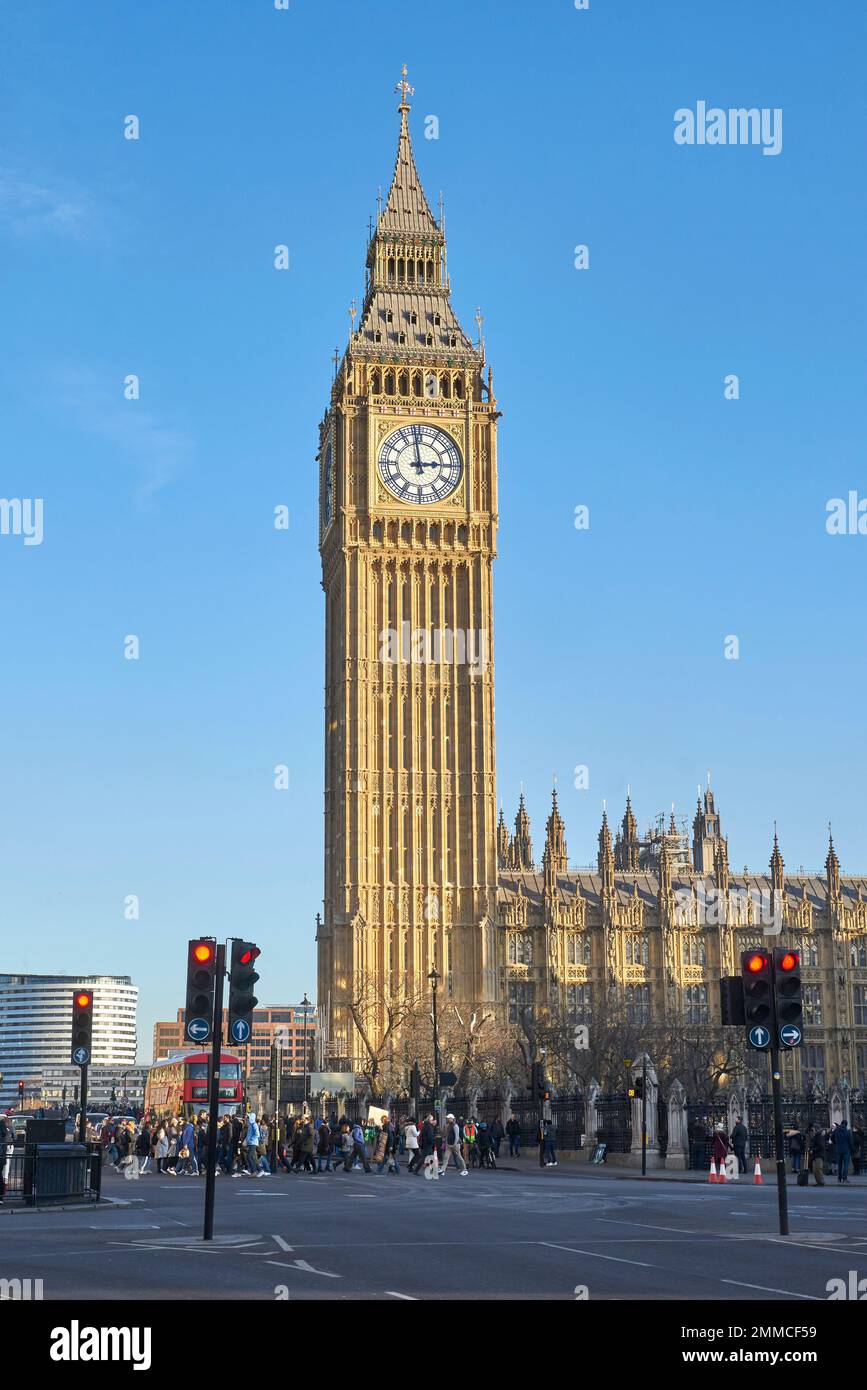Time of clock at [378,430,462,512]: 2:58
